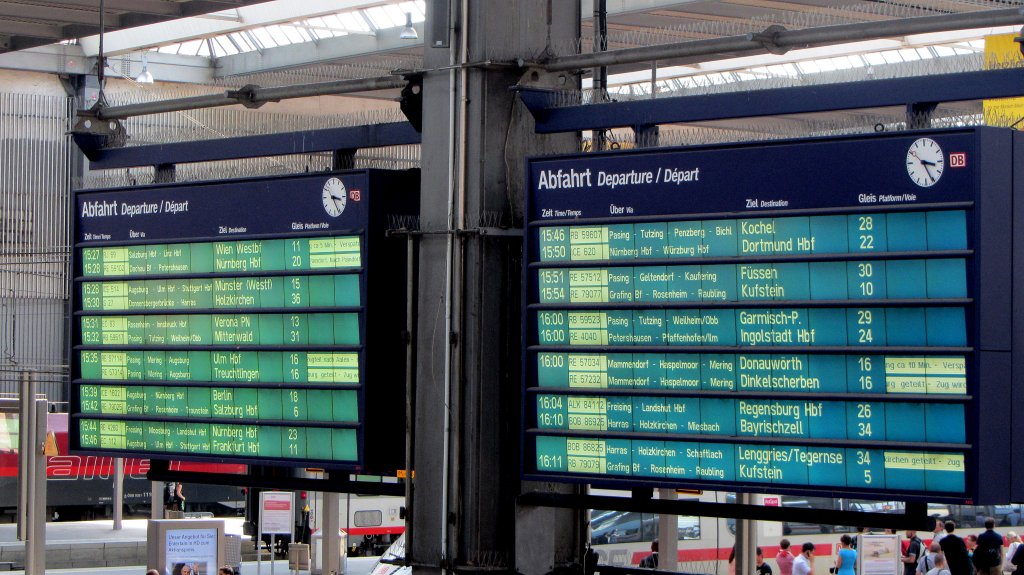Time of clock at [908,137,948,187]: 3:25
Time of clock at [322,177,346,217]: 3:25
